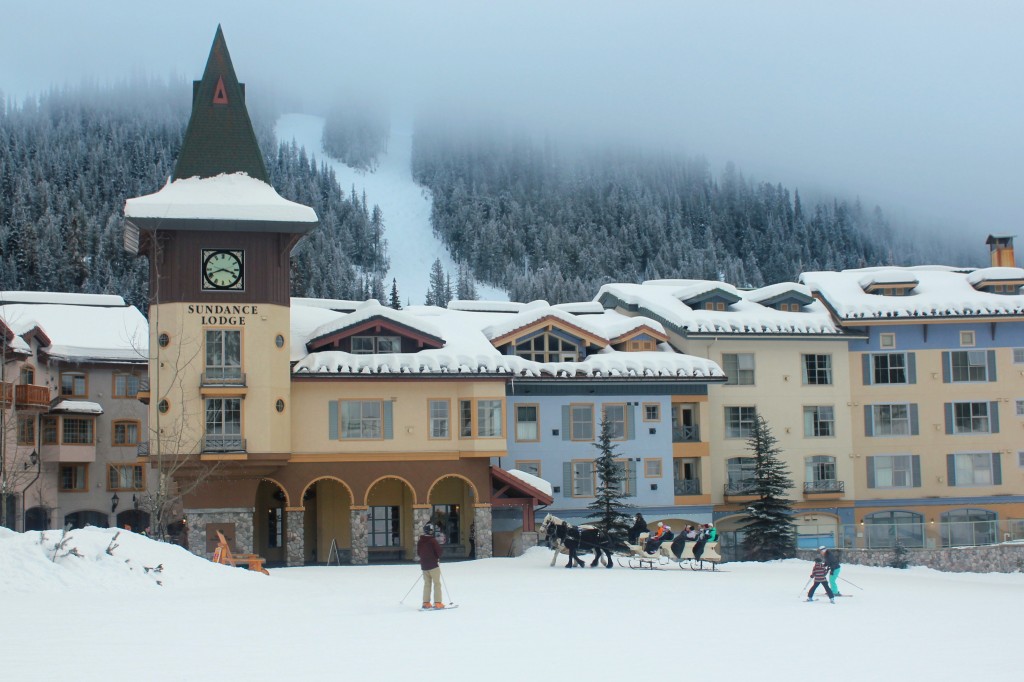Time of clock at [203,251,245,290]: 3:41
